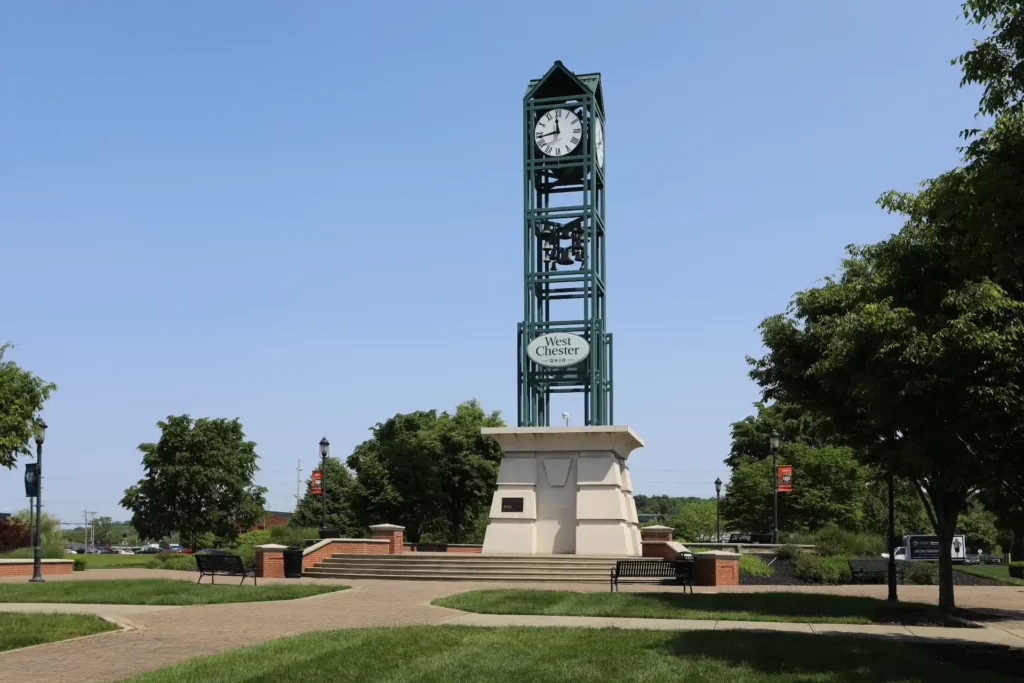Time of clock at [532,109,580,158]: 11:43
